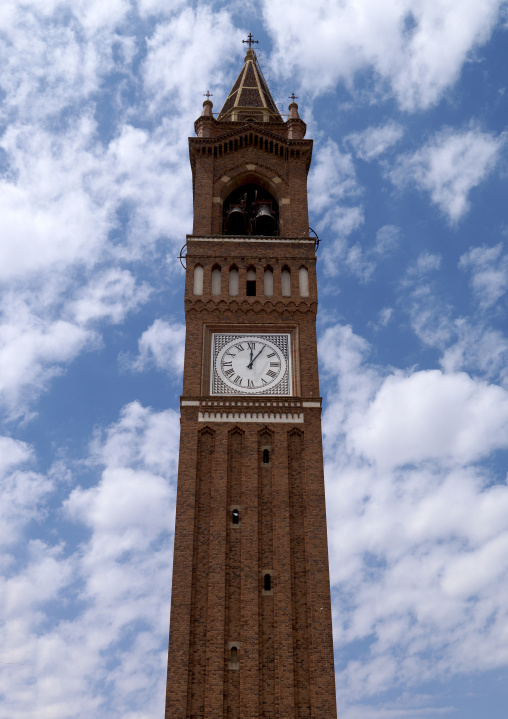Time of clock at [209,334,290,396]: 12:05
